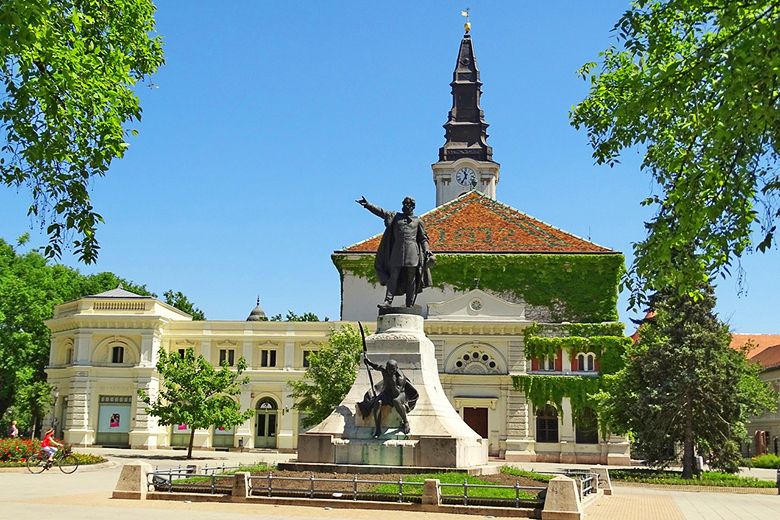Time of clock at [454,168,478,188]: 11:35
